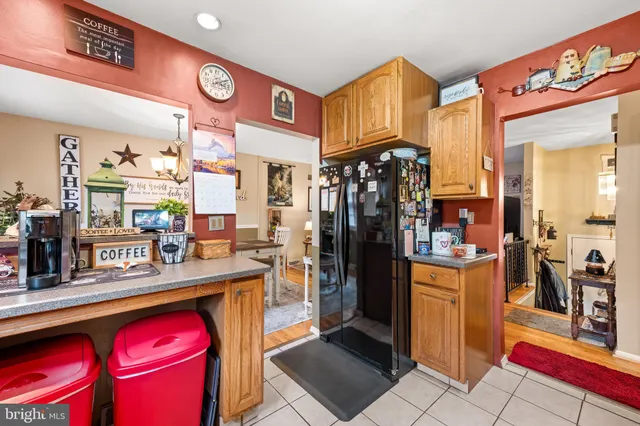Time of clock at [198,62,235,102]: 3:10
